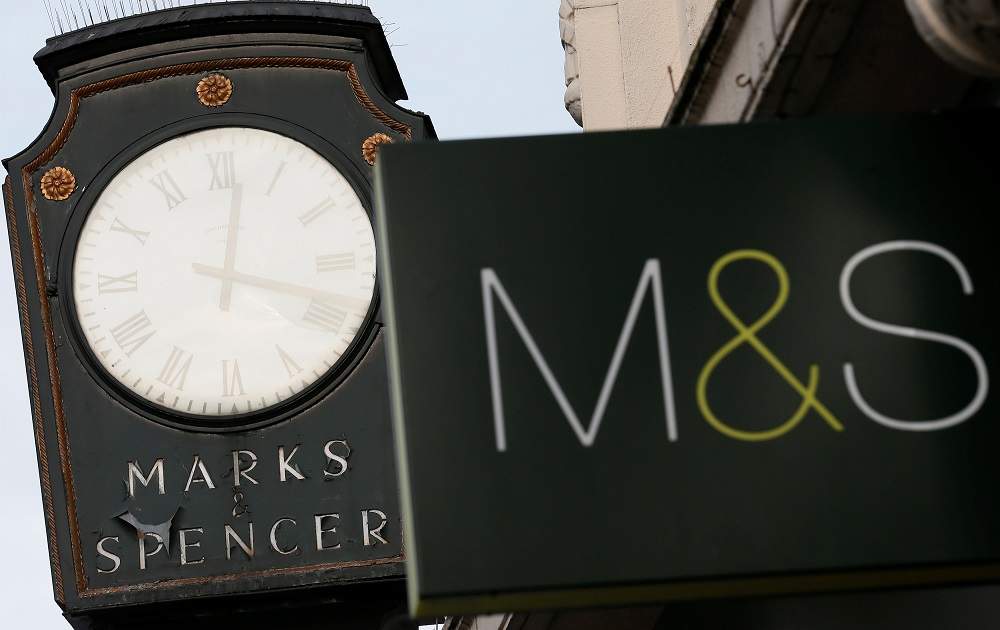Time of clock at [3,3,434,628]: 12:18
